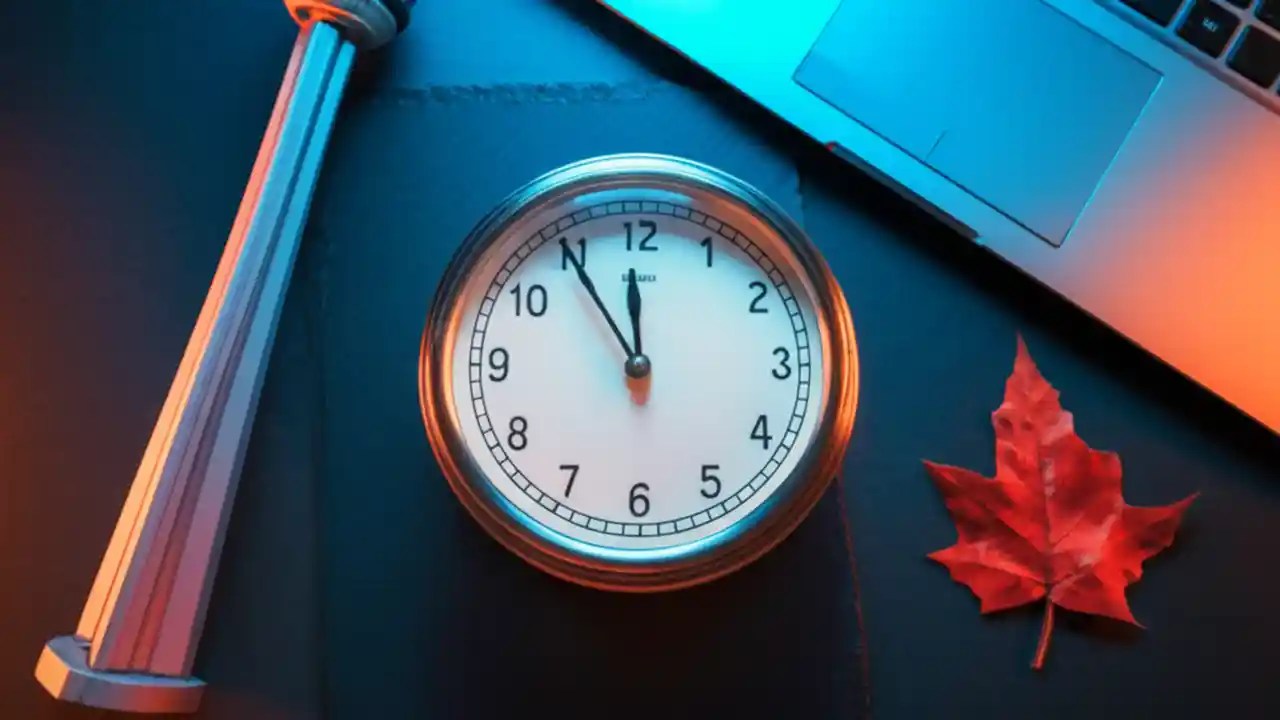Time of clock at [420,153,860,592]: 11:54
